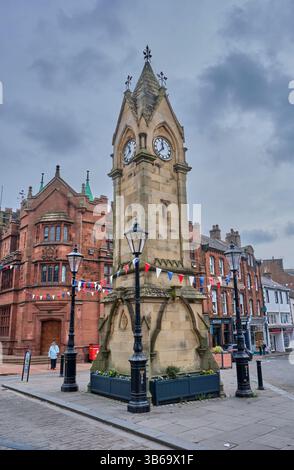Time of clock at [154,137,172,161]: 11:37
